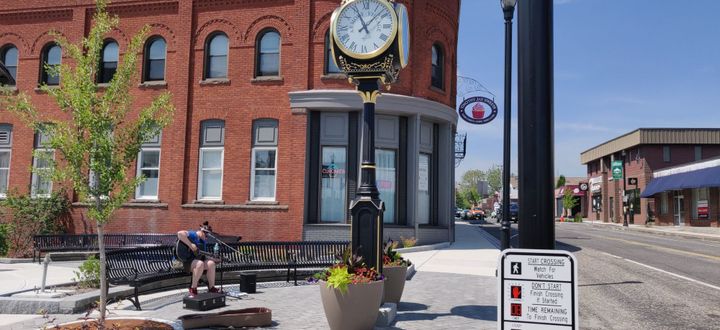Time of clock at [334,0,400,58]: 11:07
